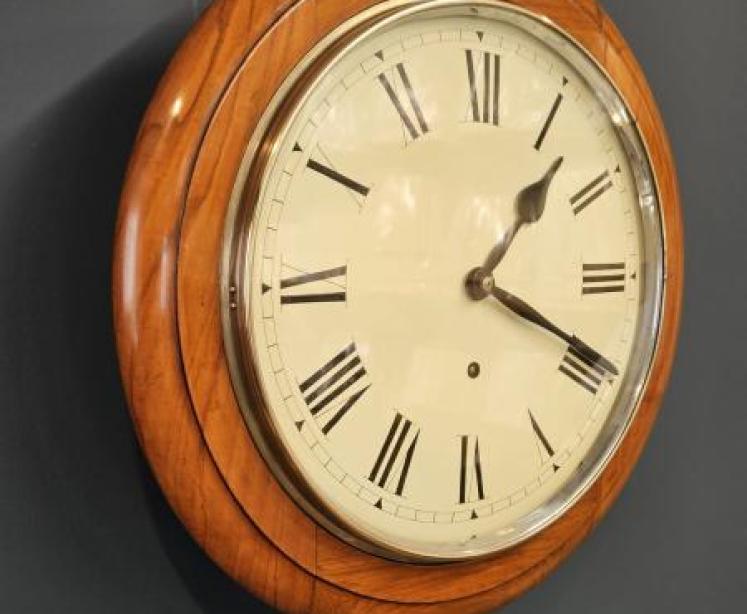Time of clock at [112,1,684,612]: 1:19
